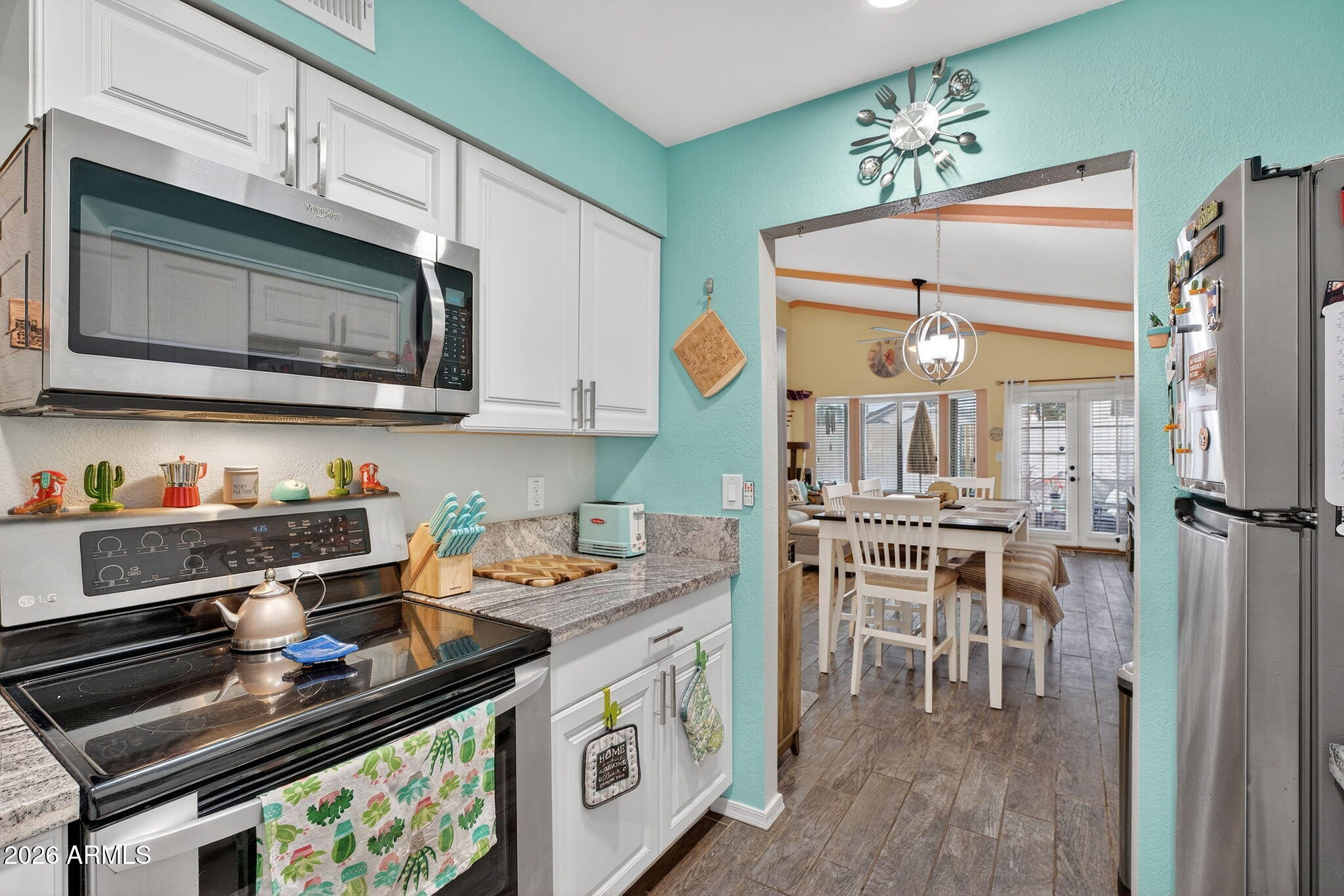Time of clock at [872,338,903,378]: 4:35
